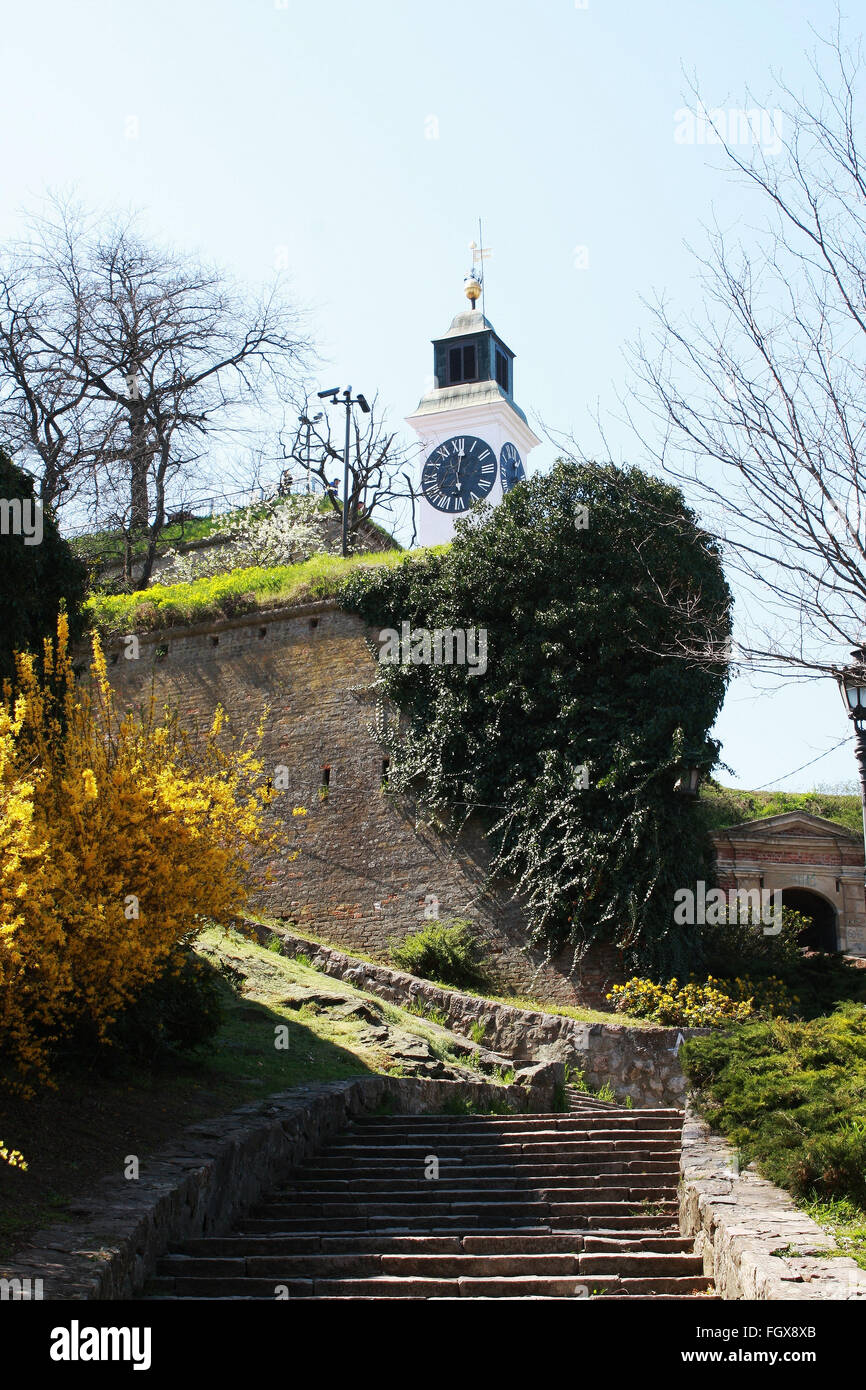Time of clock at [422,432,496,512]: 6:01
